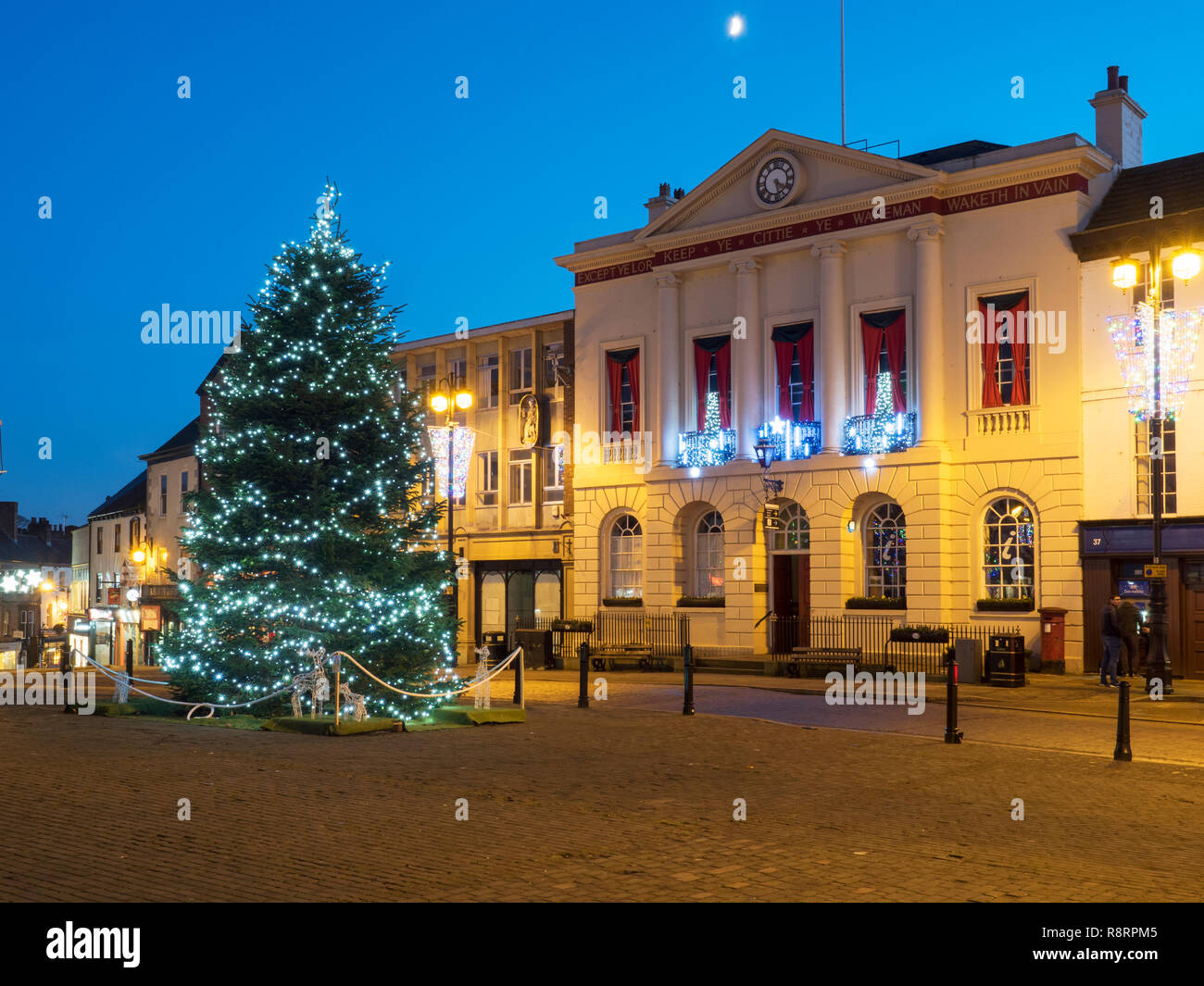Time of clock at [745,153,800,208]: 5:20
